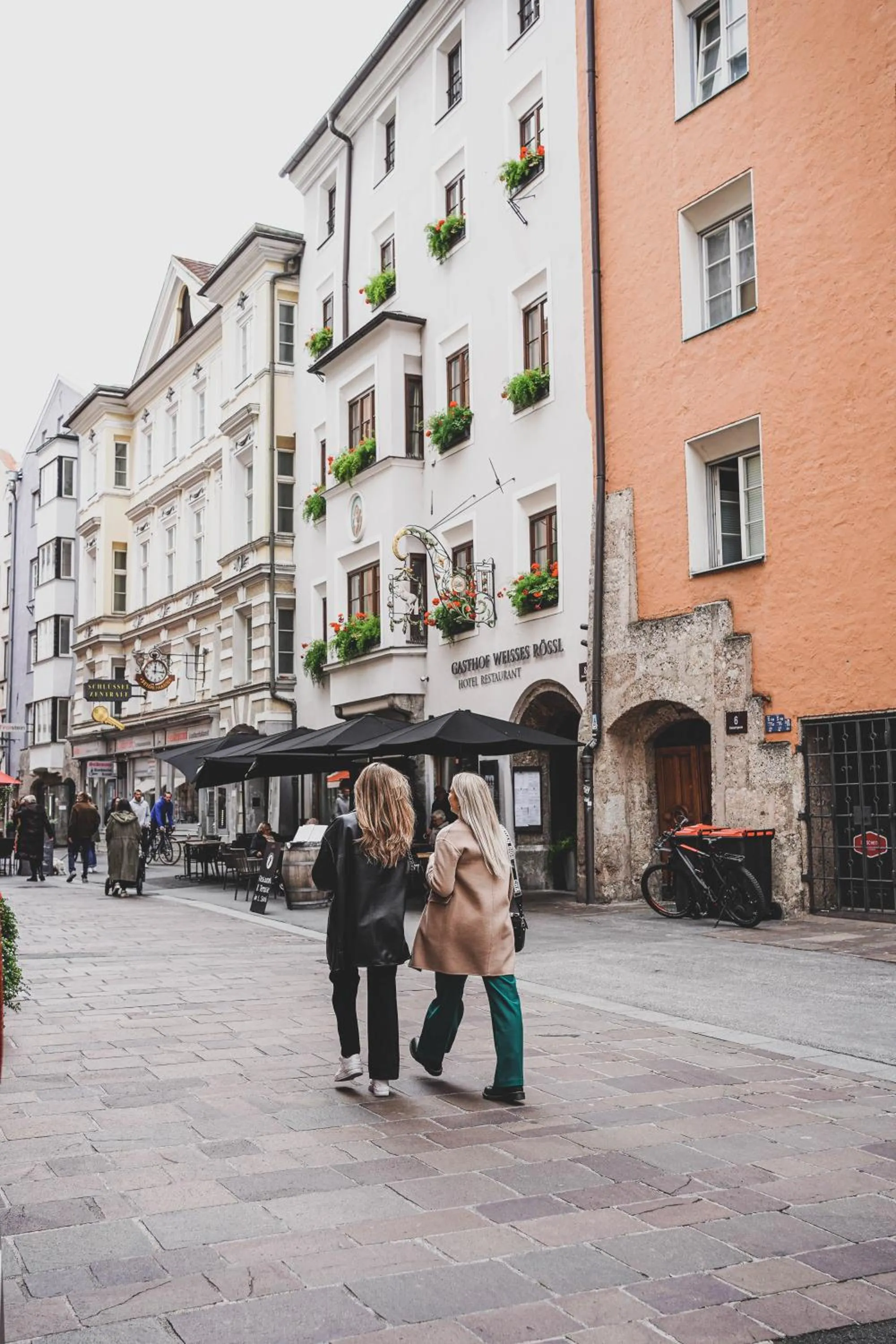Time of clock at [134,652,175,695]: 12:16
